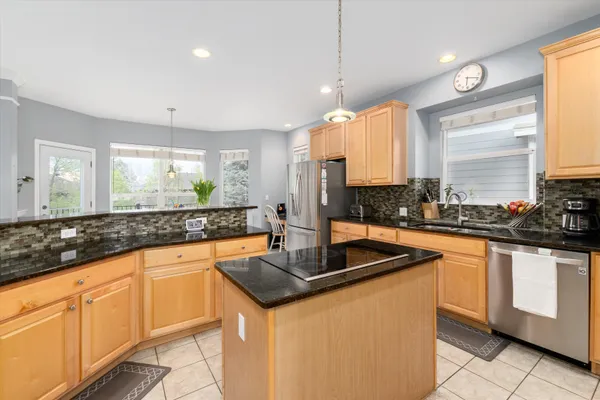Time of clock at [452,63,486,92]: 6:18
